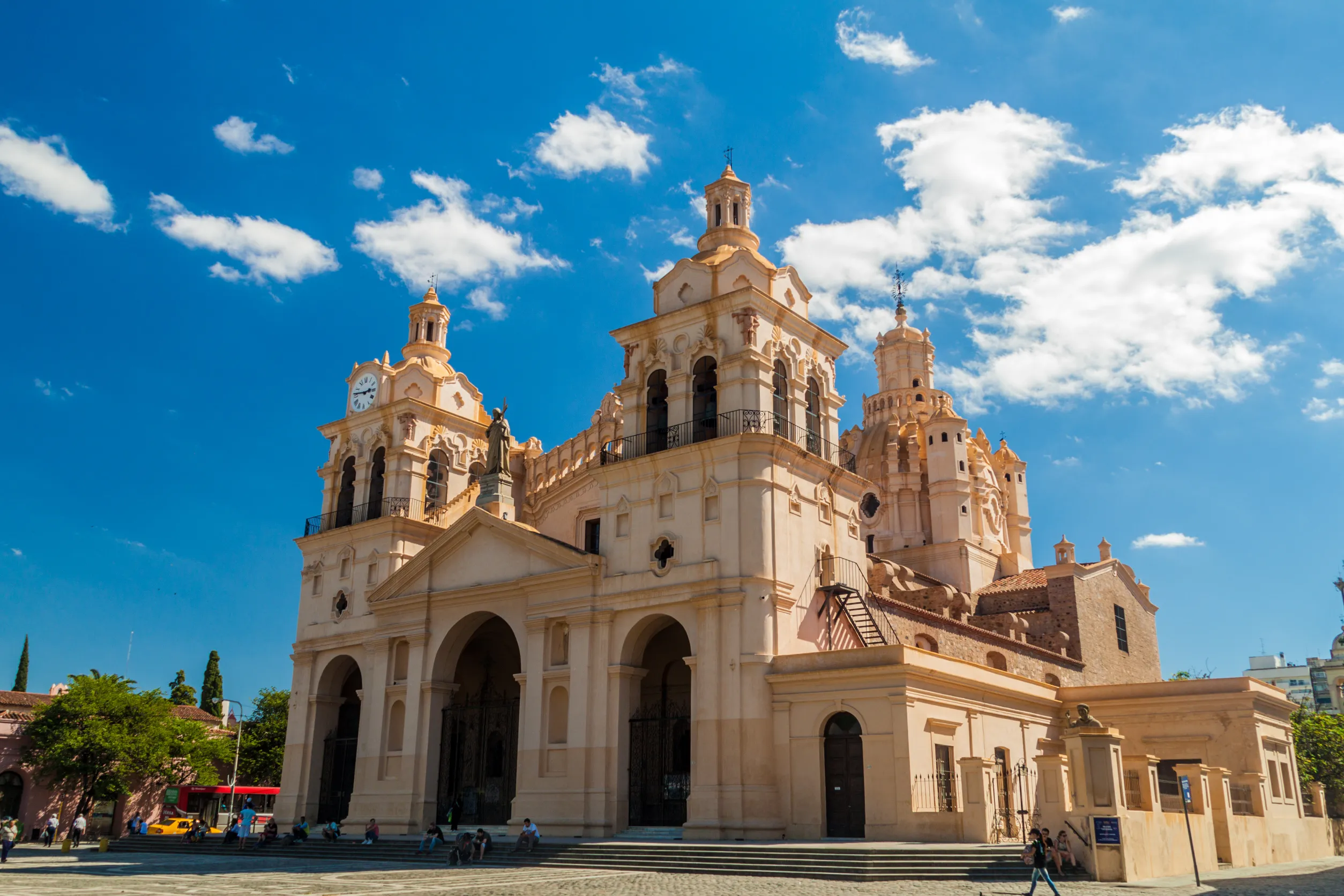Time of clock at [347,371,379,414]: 2:46
